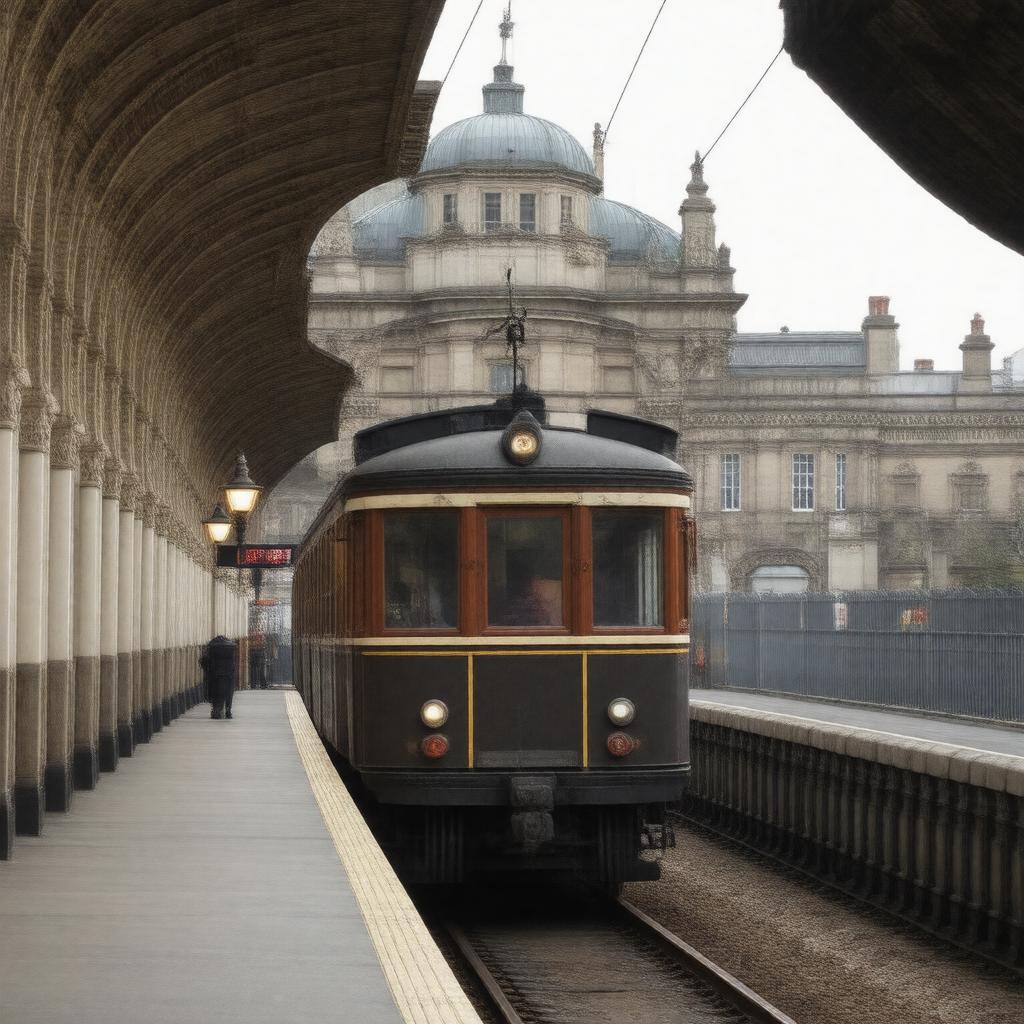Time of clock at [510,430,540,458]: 11:07
